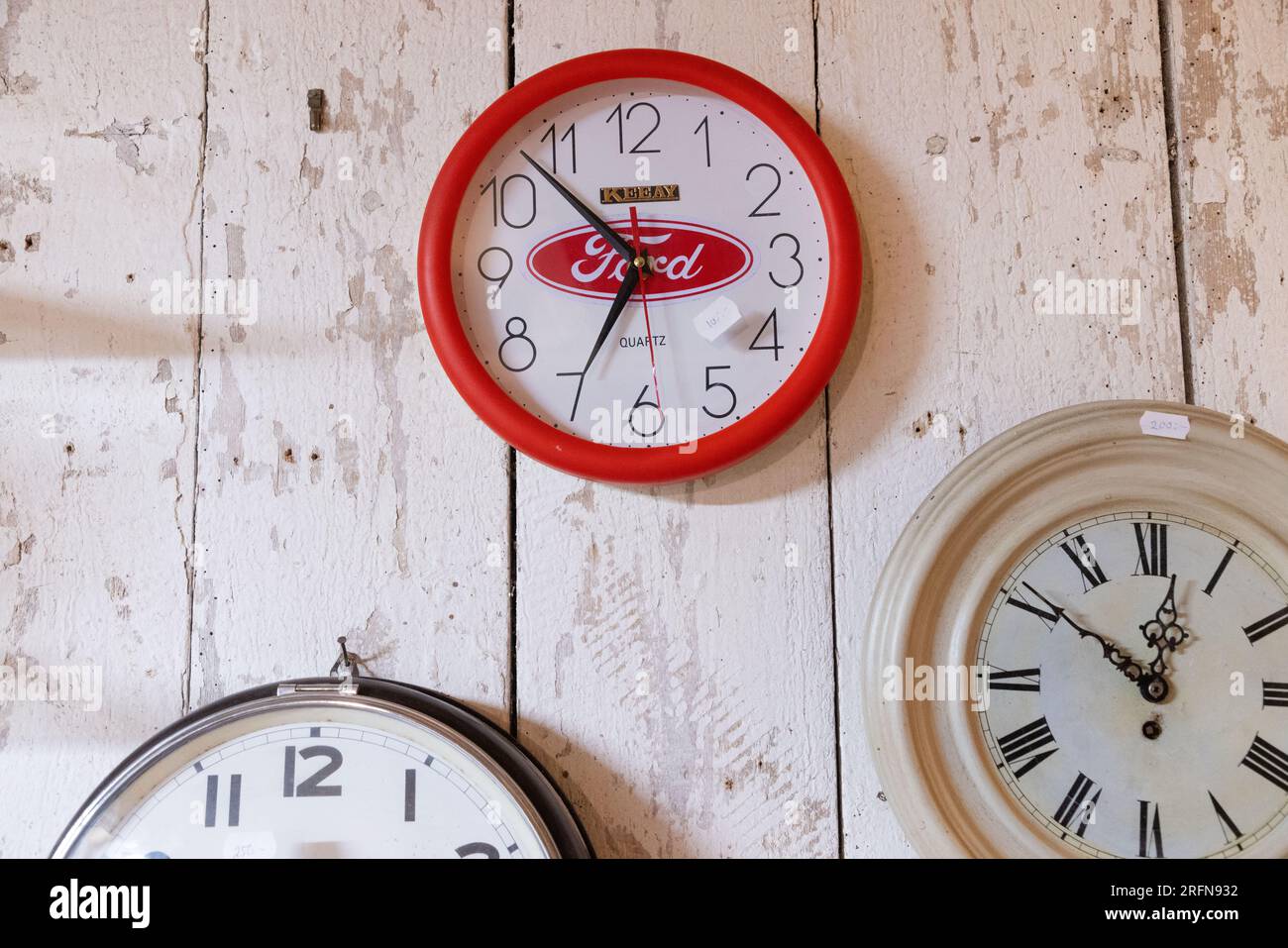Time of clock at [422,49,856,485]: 6:52
